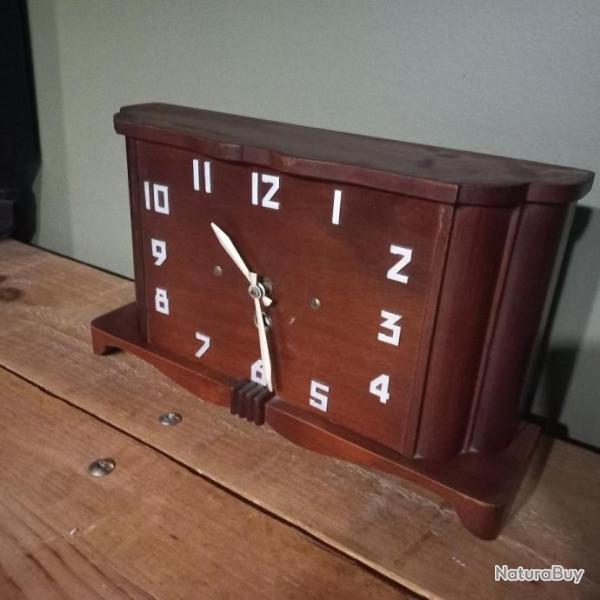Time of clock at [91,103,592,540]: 10:28
